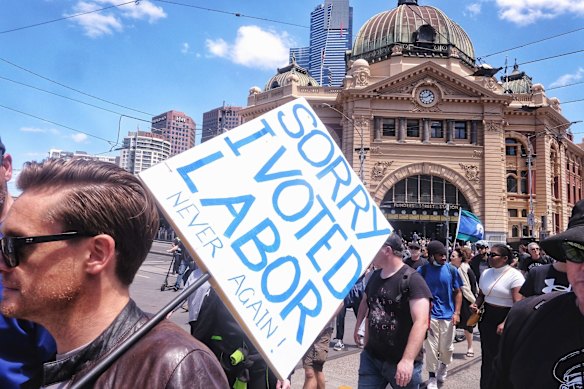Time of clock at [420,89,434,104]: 1:43
